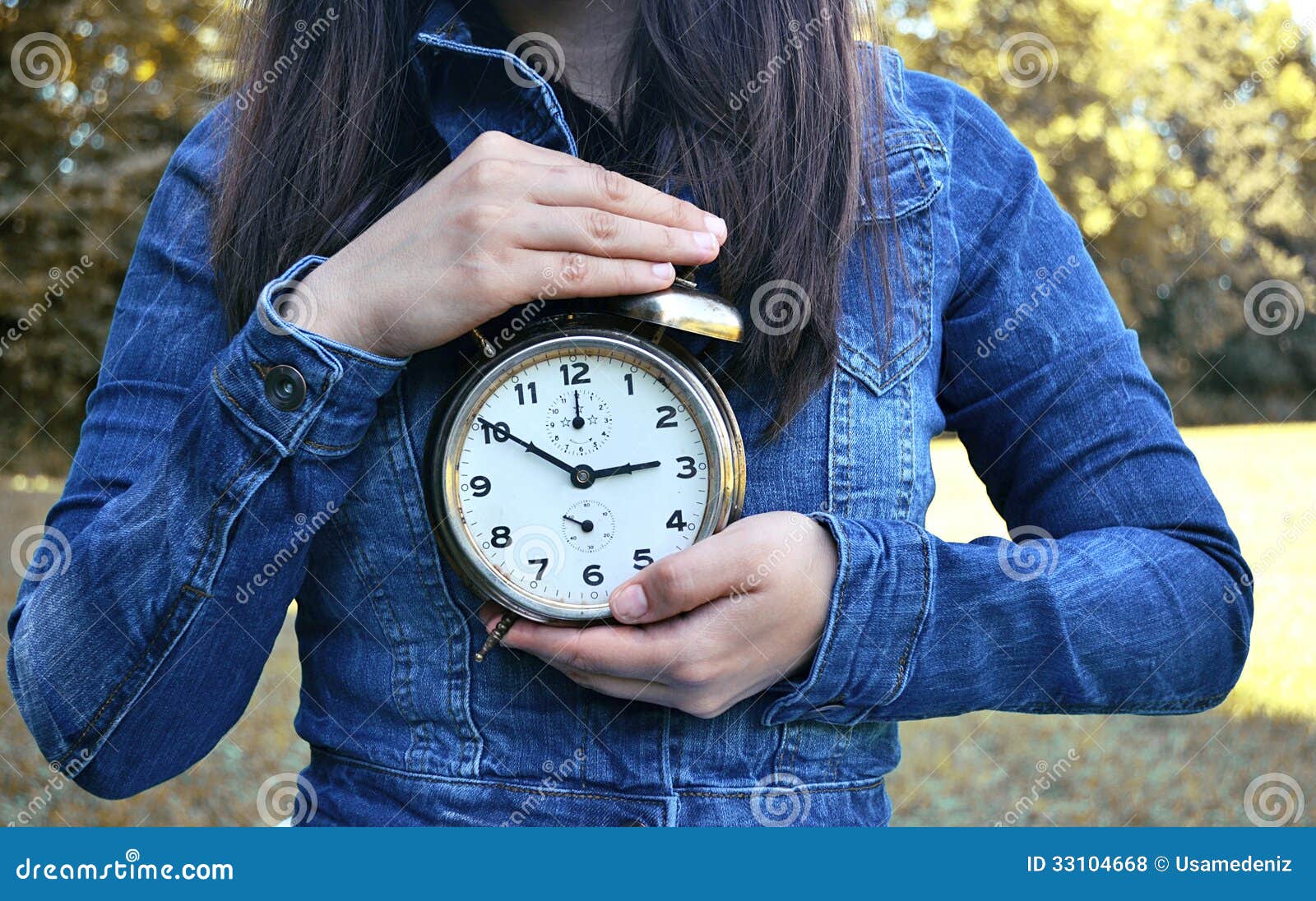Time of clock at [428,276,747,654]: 2:50
